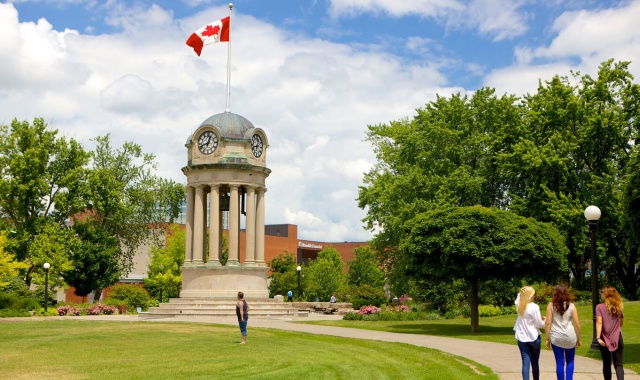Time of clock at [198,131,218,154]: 12:41
